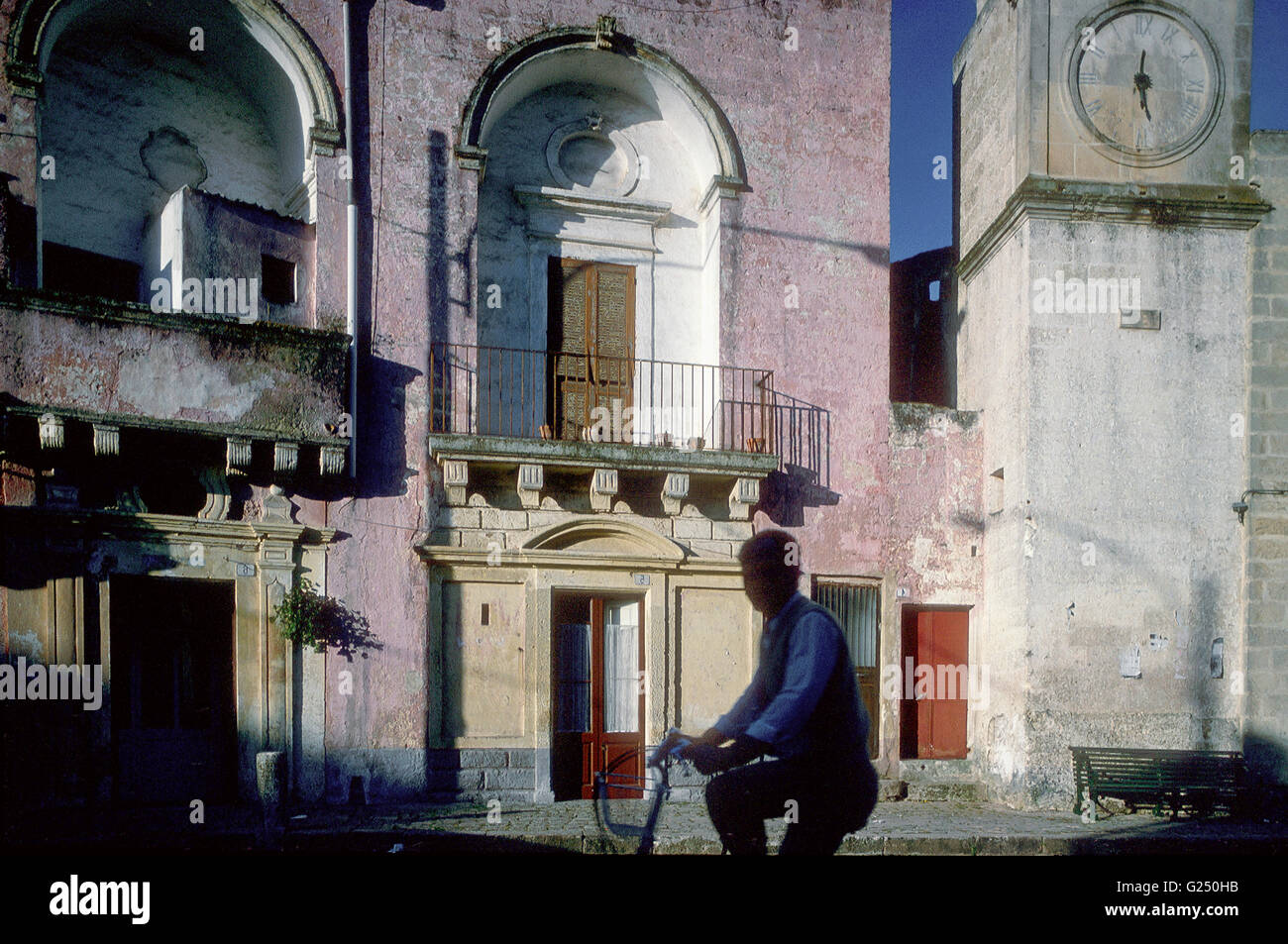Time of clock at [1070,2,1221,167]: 12:27
